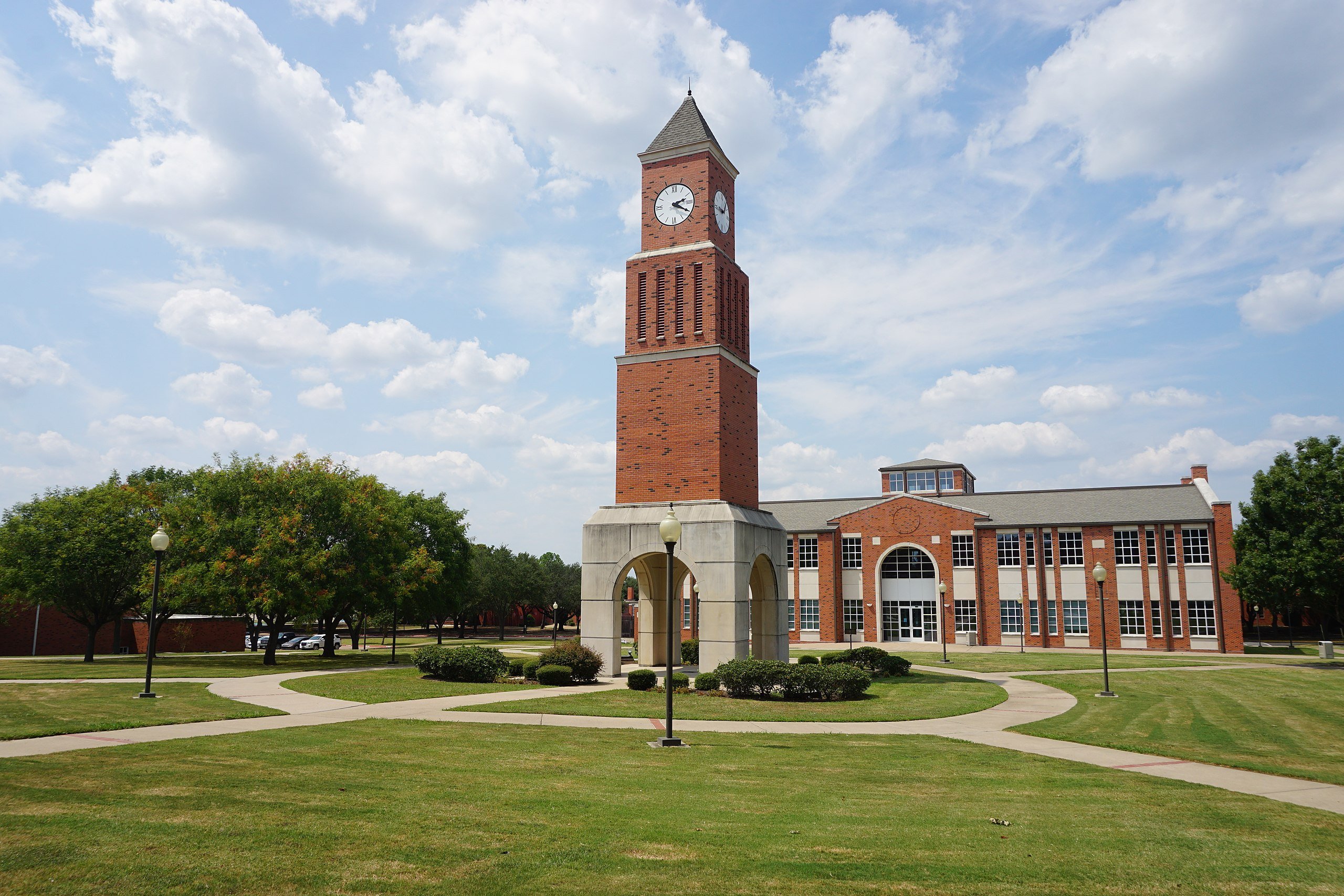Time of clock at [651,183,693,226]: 2:20
